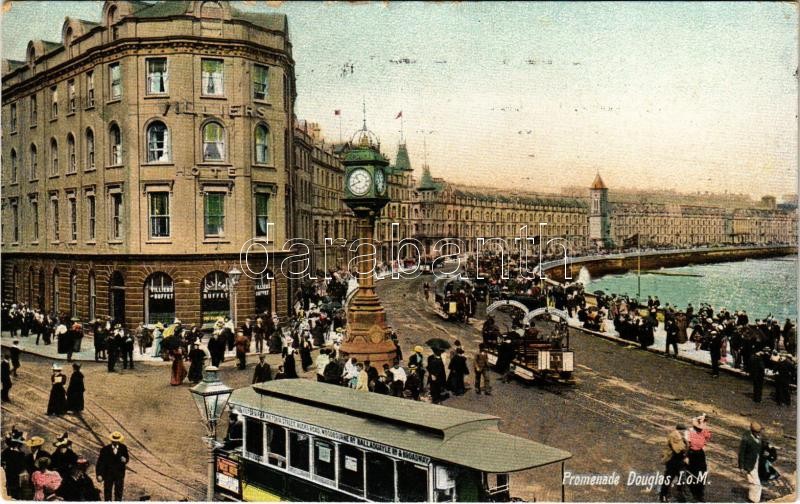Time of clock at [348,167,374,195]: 10:41
